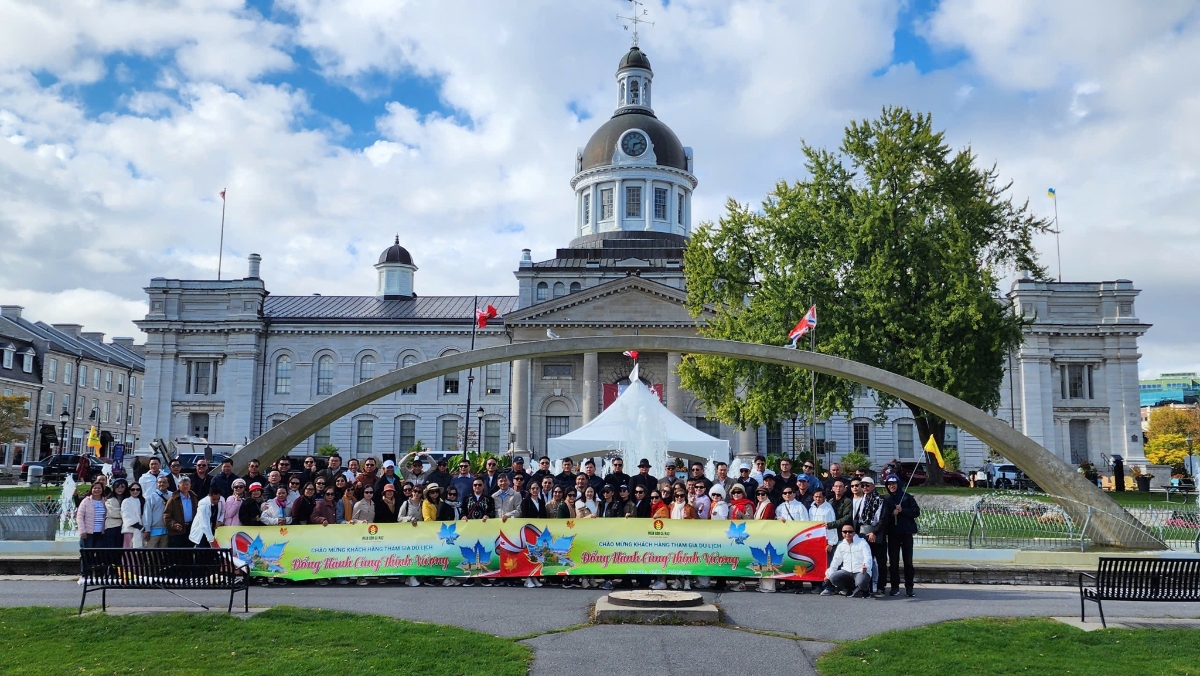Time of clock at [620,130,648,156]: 2:32
